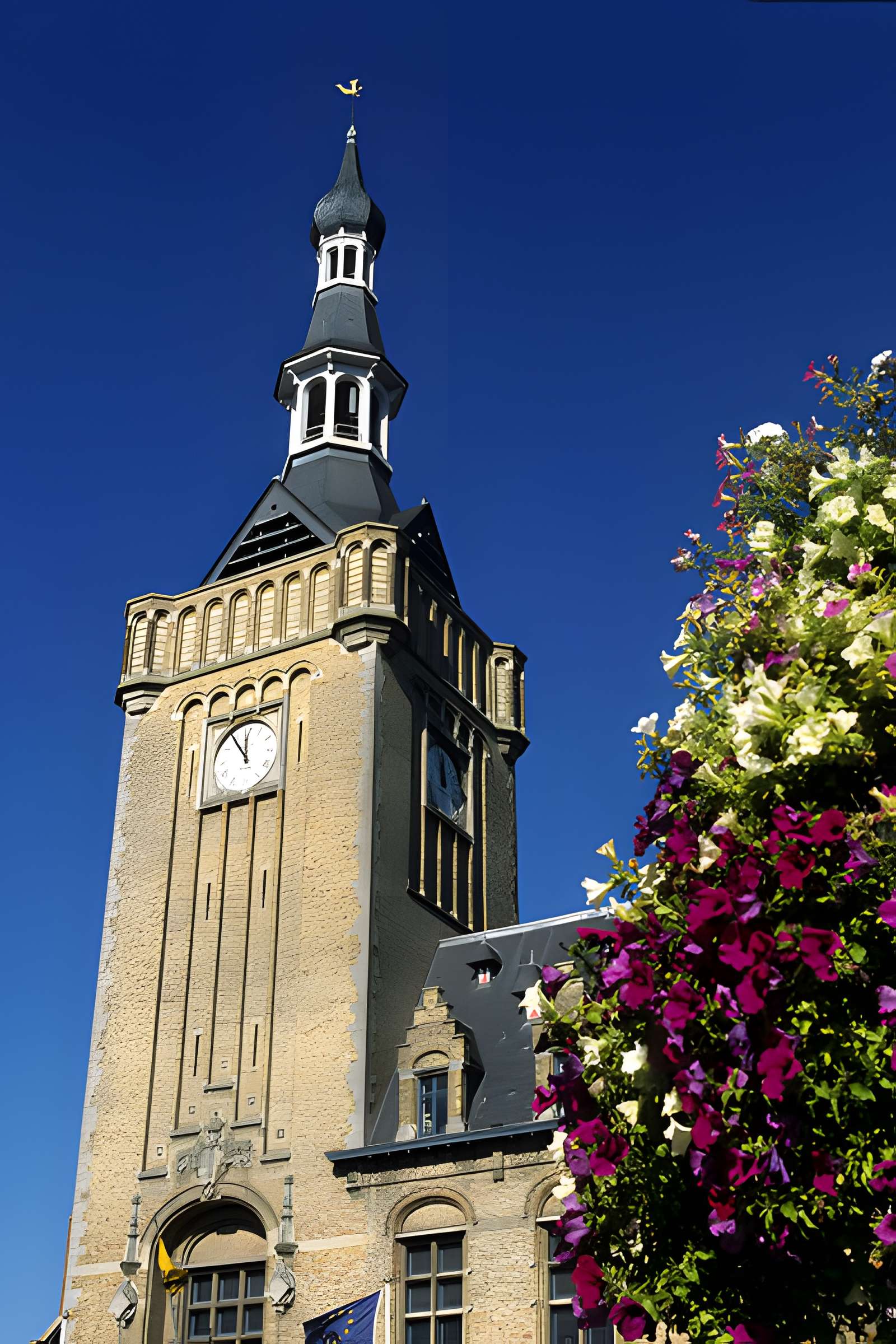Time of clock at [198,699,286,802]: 11:54
